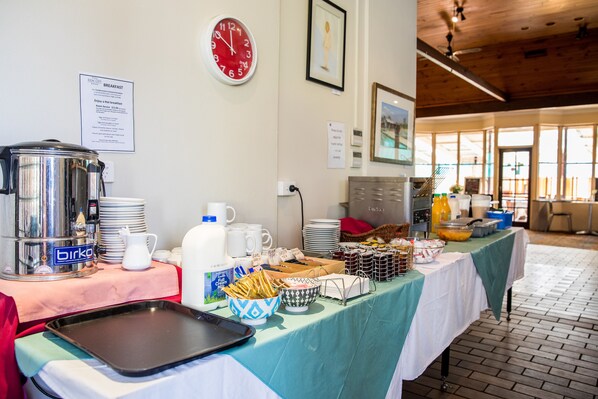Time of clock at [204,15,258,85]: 11:50
